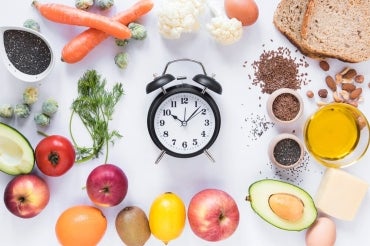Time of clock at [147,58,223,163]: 10:07
